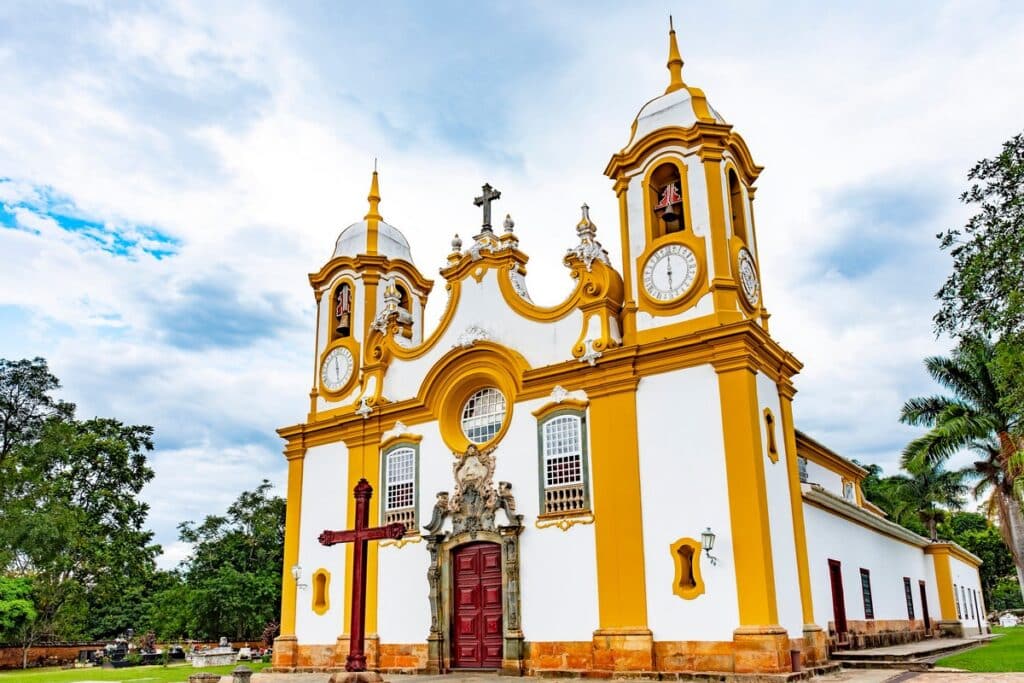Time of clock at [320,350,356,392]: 11:26
